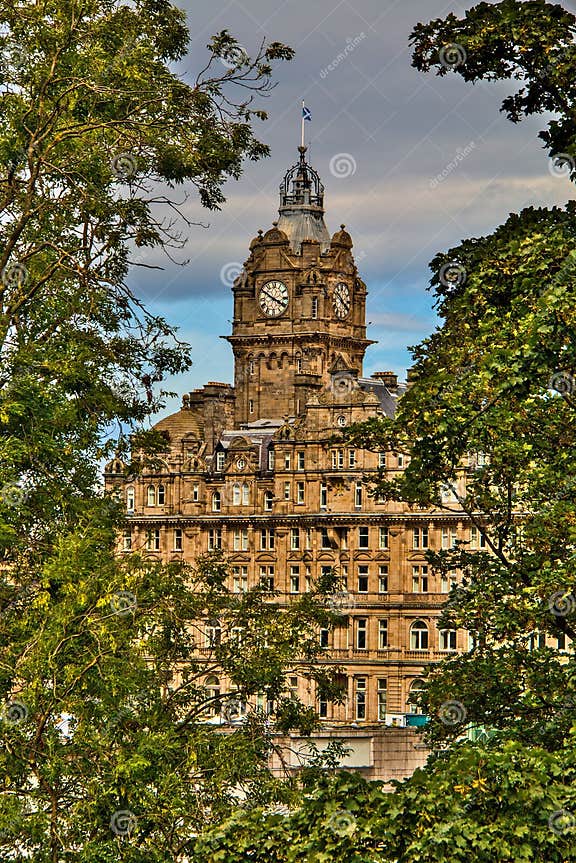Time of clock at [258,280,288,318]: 3:50
